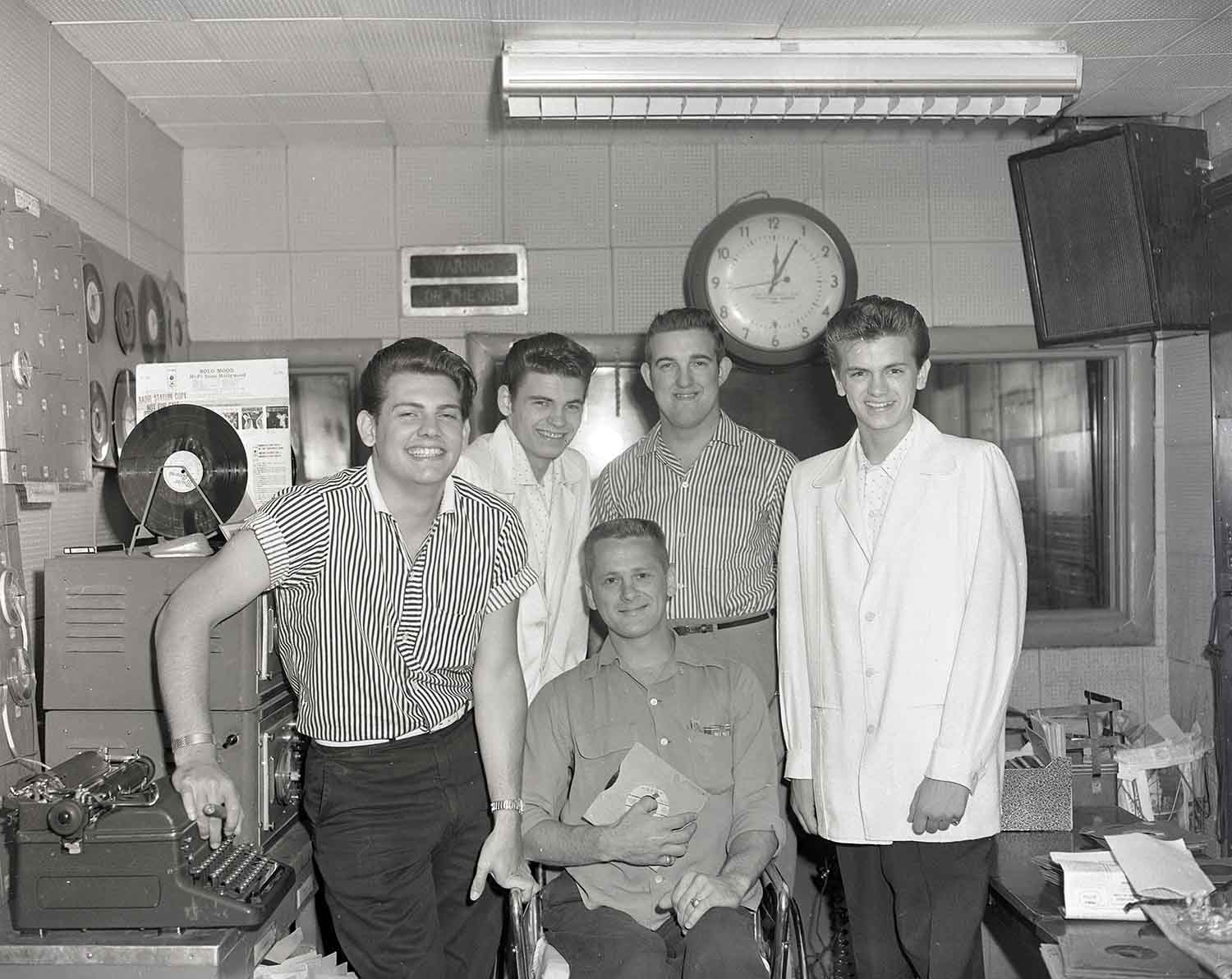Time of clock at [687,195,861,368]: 12:04
